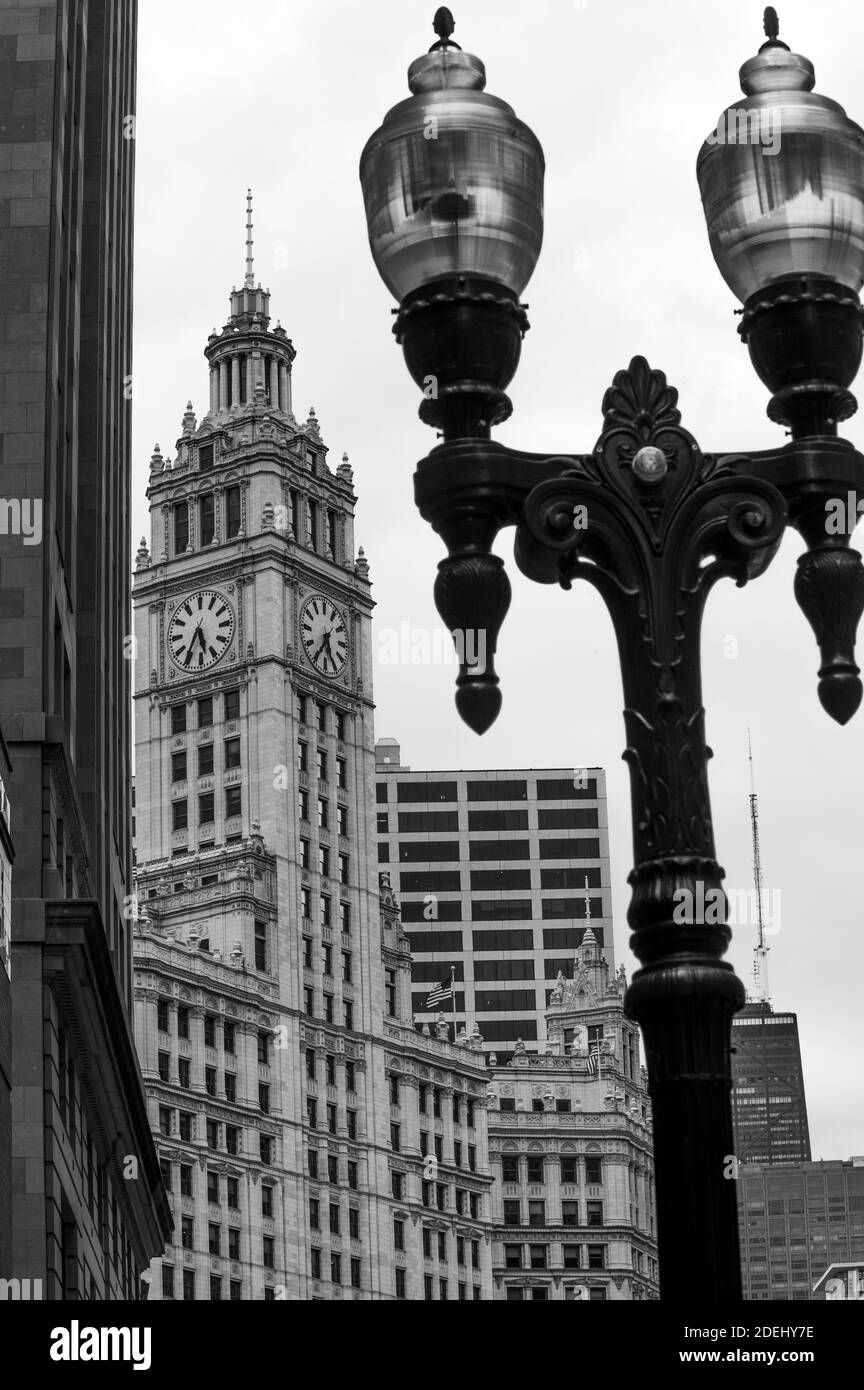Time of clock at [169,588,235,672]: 5:35
